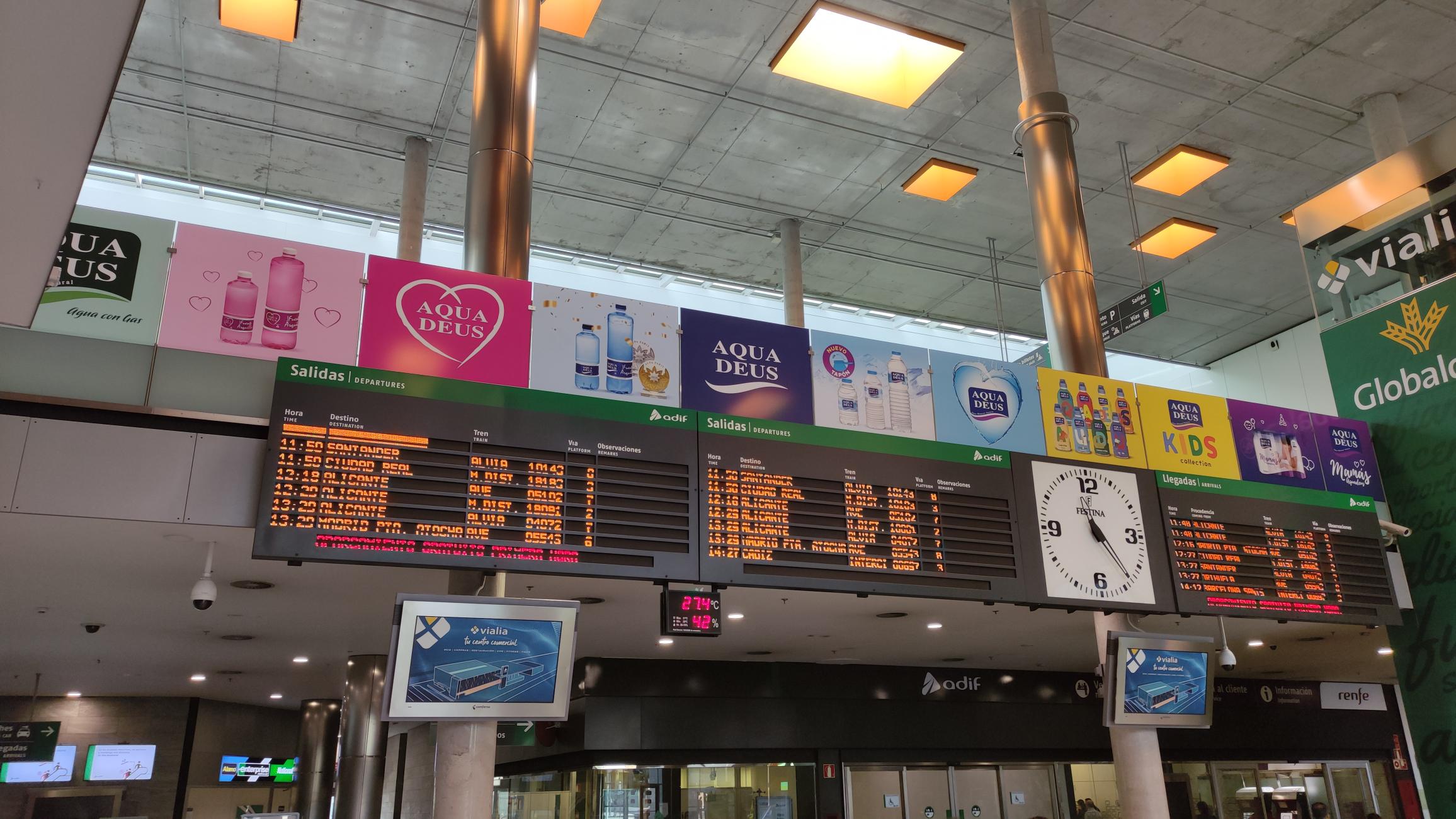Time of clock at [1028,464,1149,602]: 11:23
